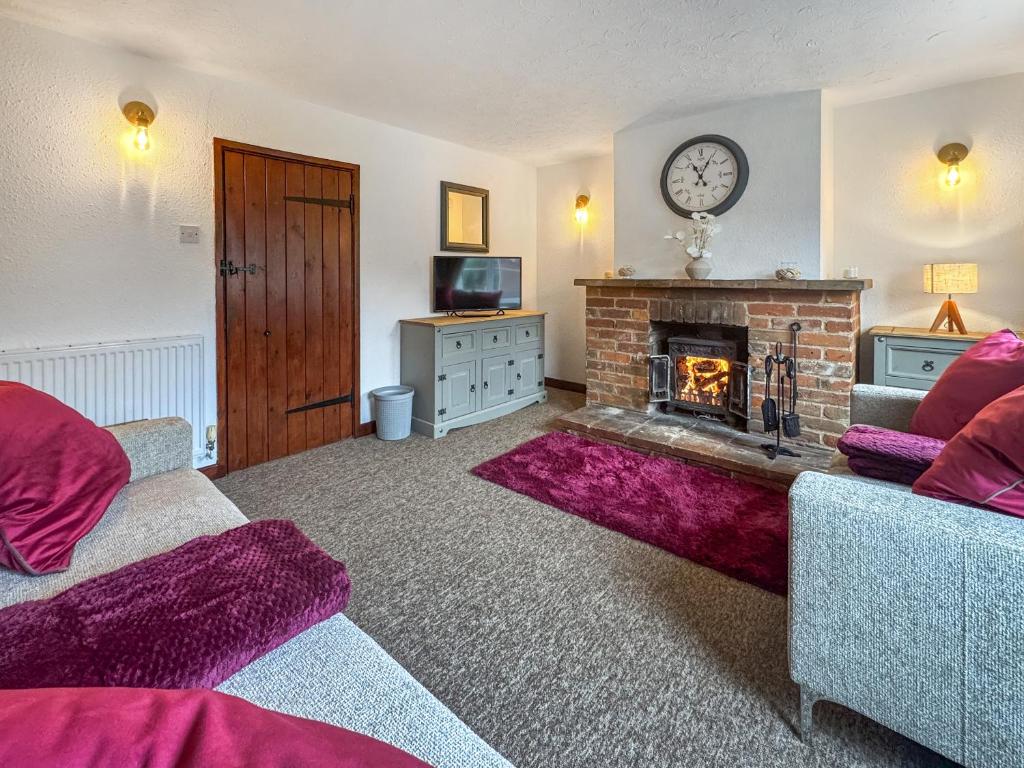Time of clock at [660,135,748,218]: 11:04
